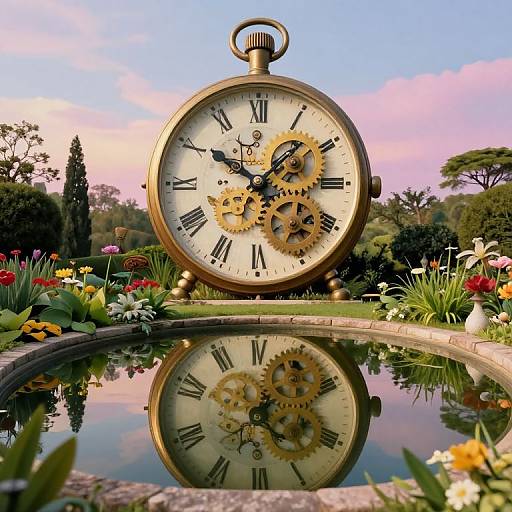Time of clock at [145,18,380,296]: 10:07
